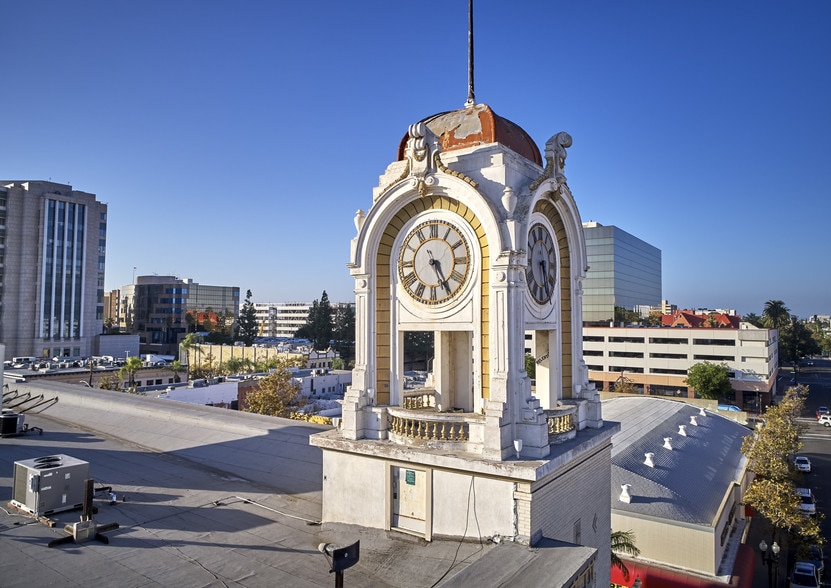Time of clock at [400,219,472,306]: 5:24
